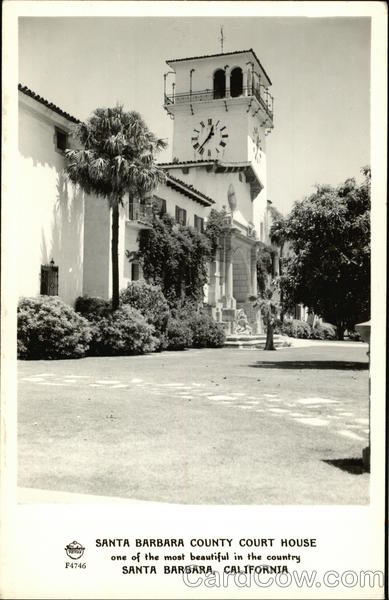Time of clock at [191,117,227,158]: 12:36
